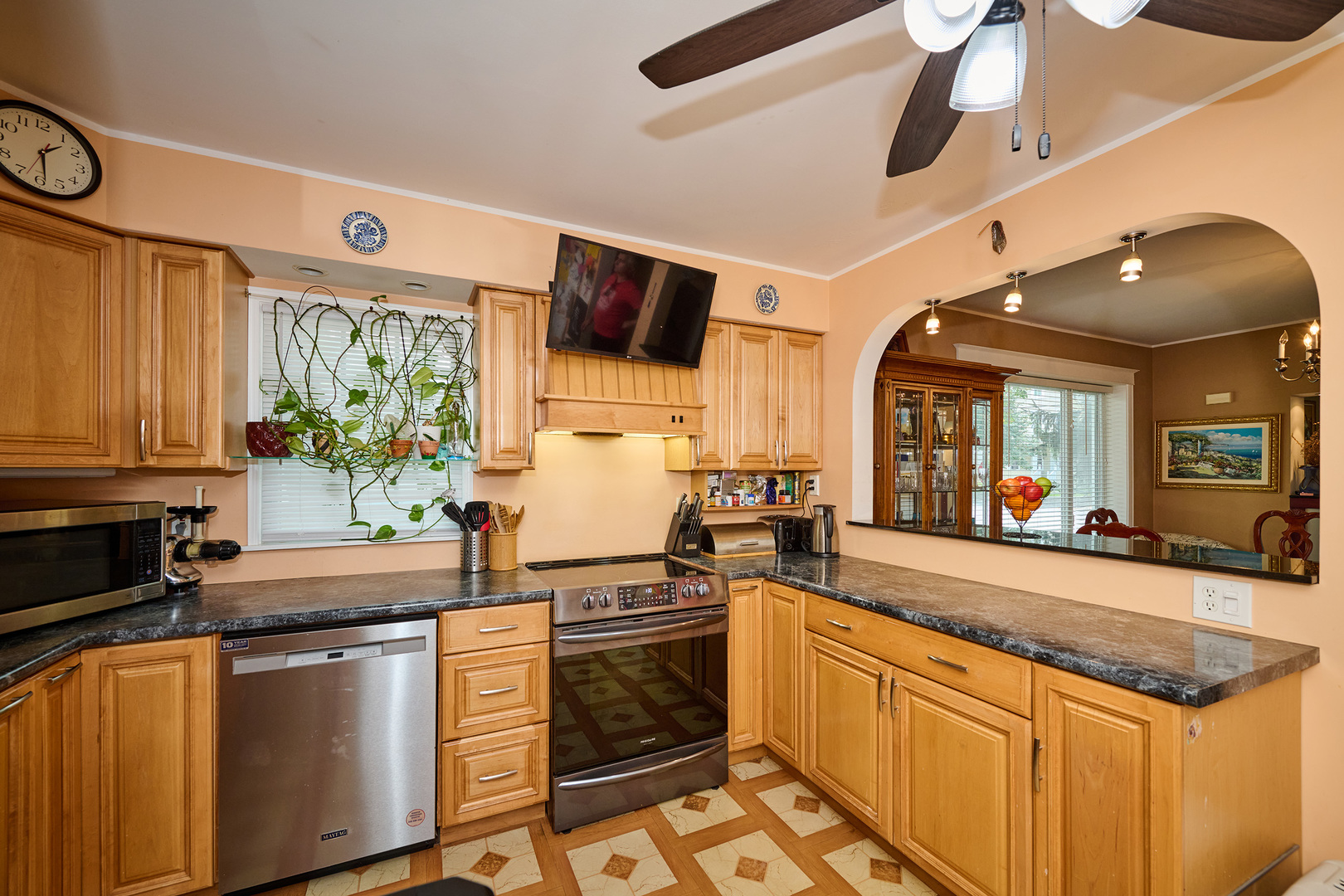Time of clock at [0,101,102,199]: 1:28
